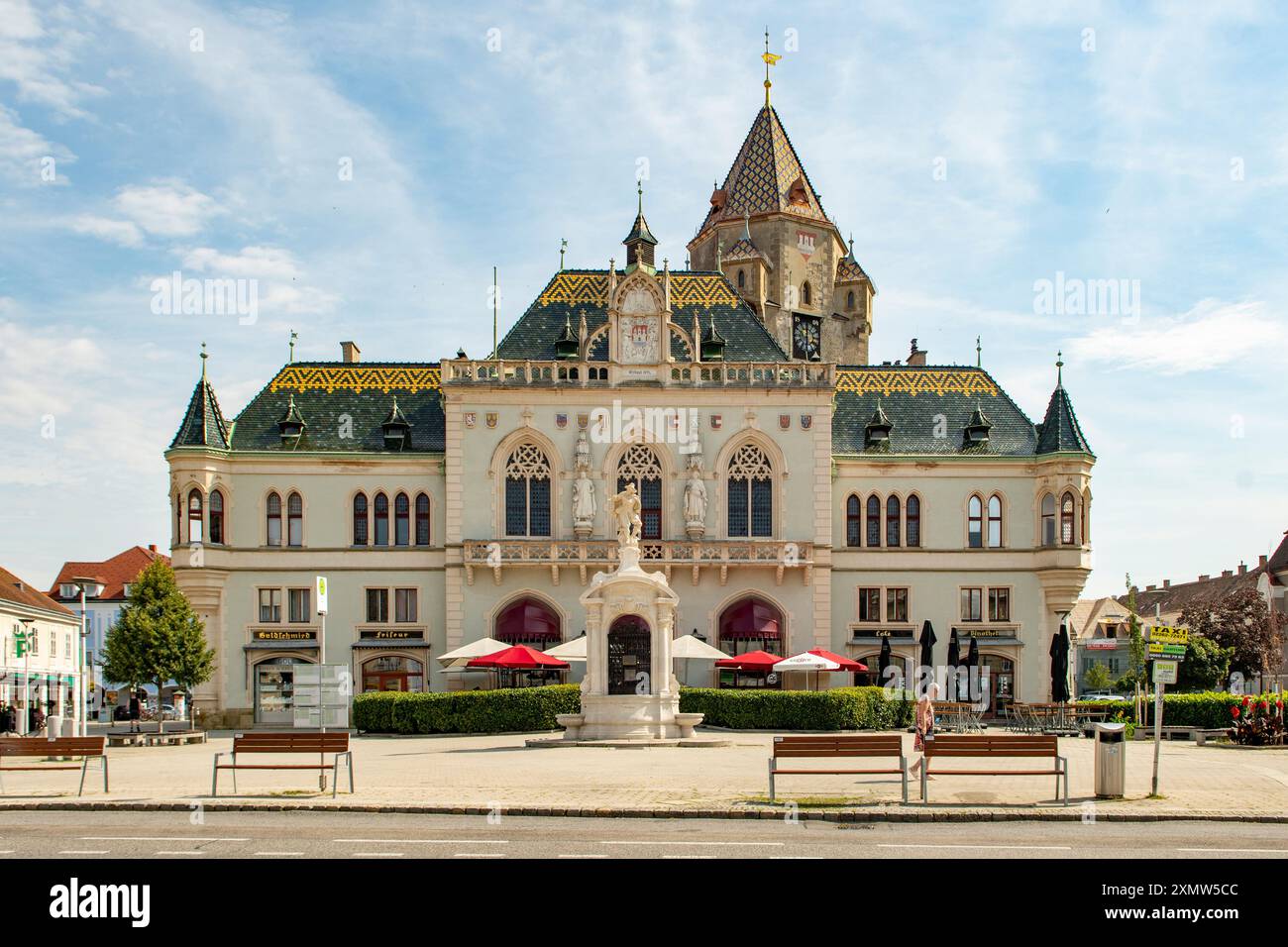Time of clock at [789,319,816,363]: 6:00
